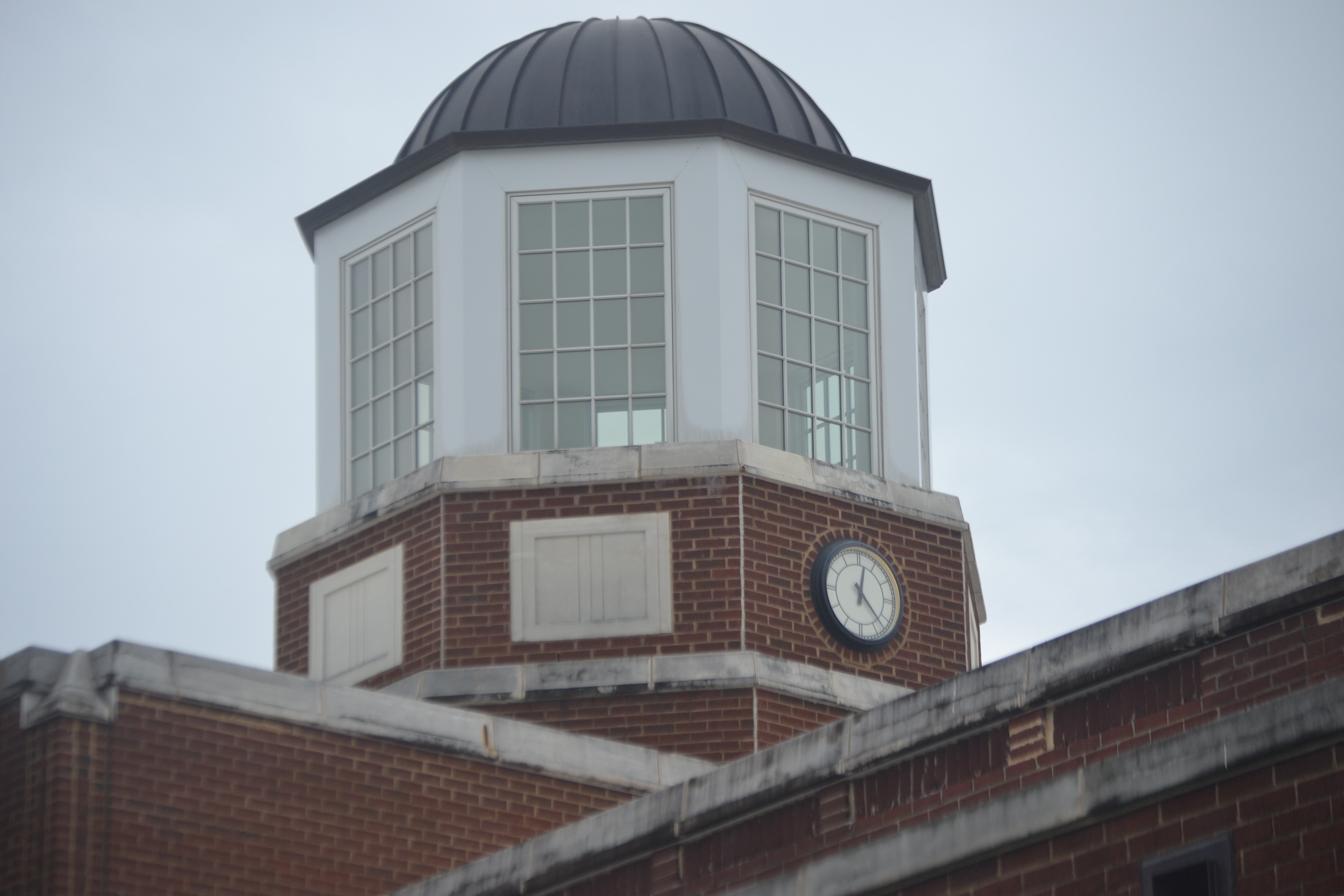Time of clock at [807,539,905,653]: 12:22
